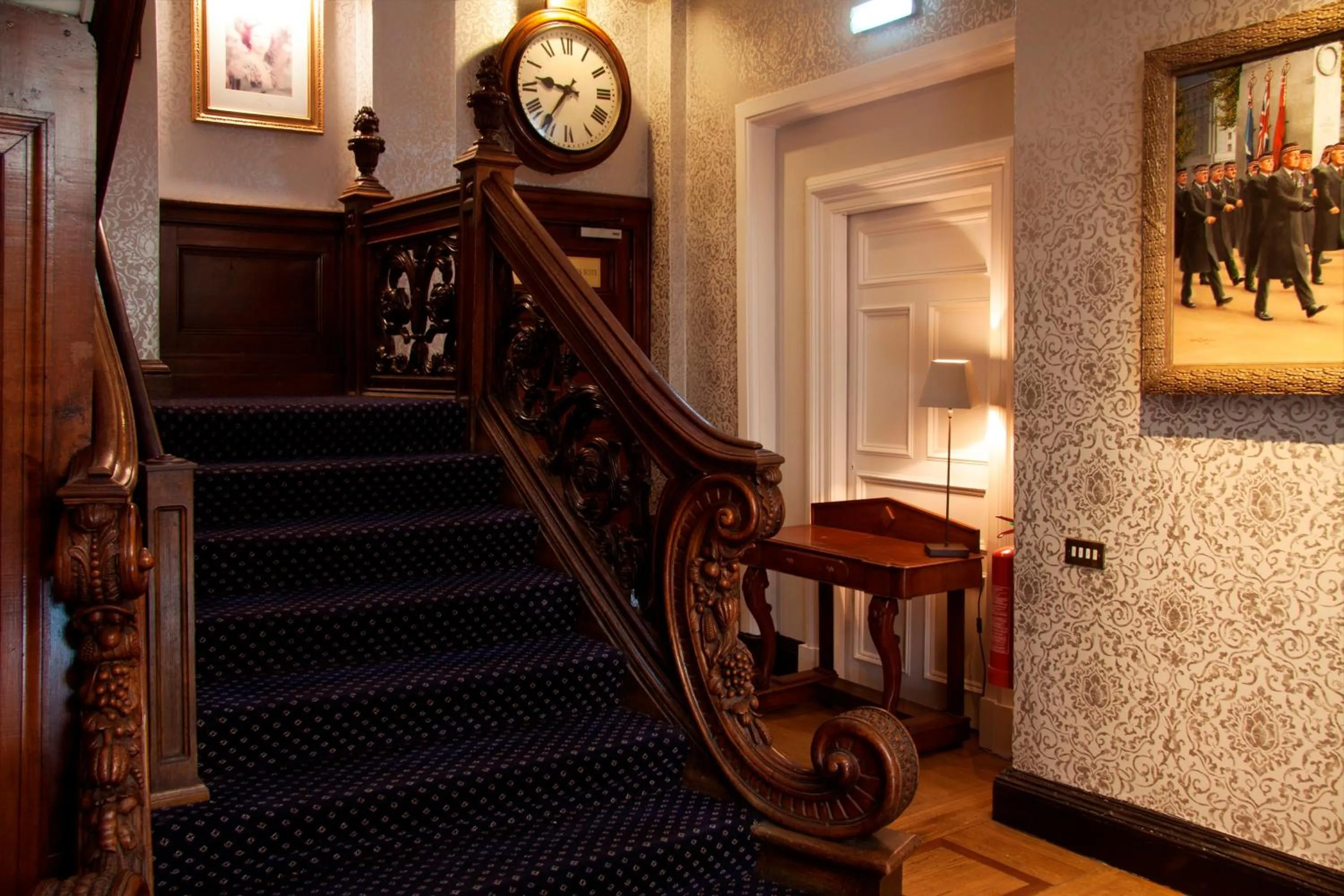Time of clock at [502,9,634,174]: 9:36
